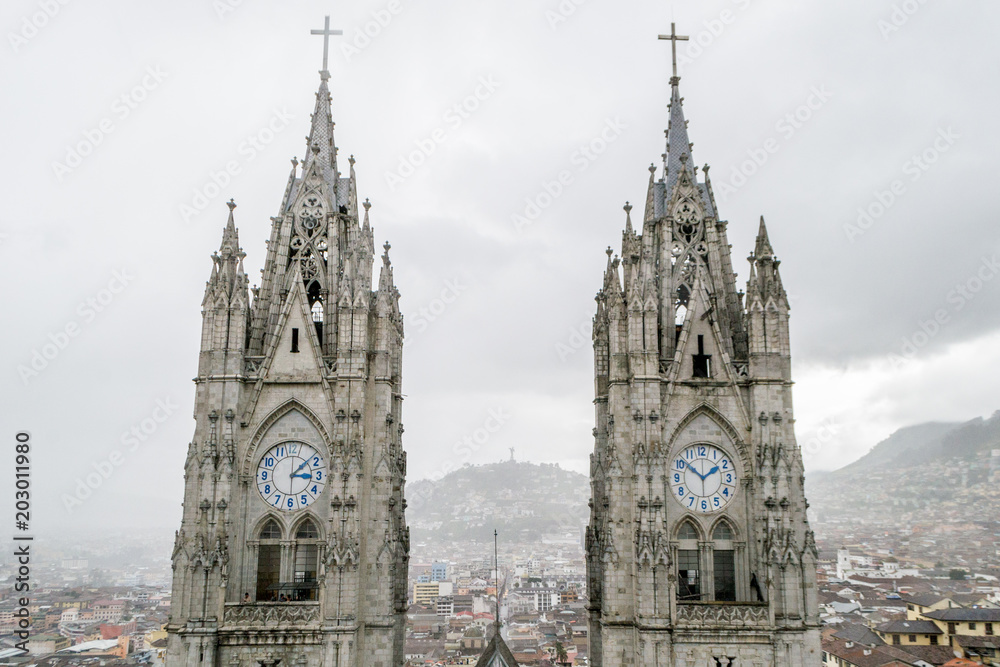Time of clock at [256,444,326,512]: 3:08
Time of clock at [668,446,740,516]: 1:51
